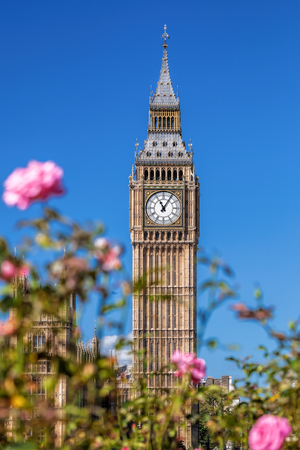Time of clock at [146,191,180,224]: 11:05
